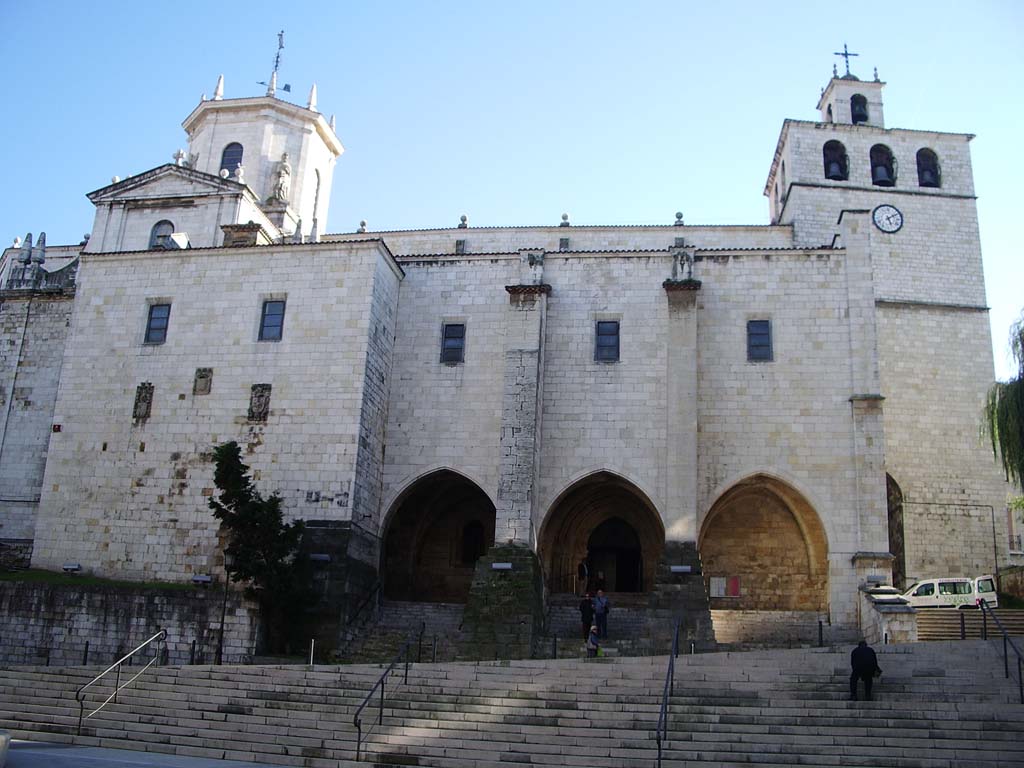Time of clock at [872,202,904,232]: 5:09
